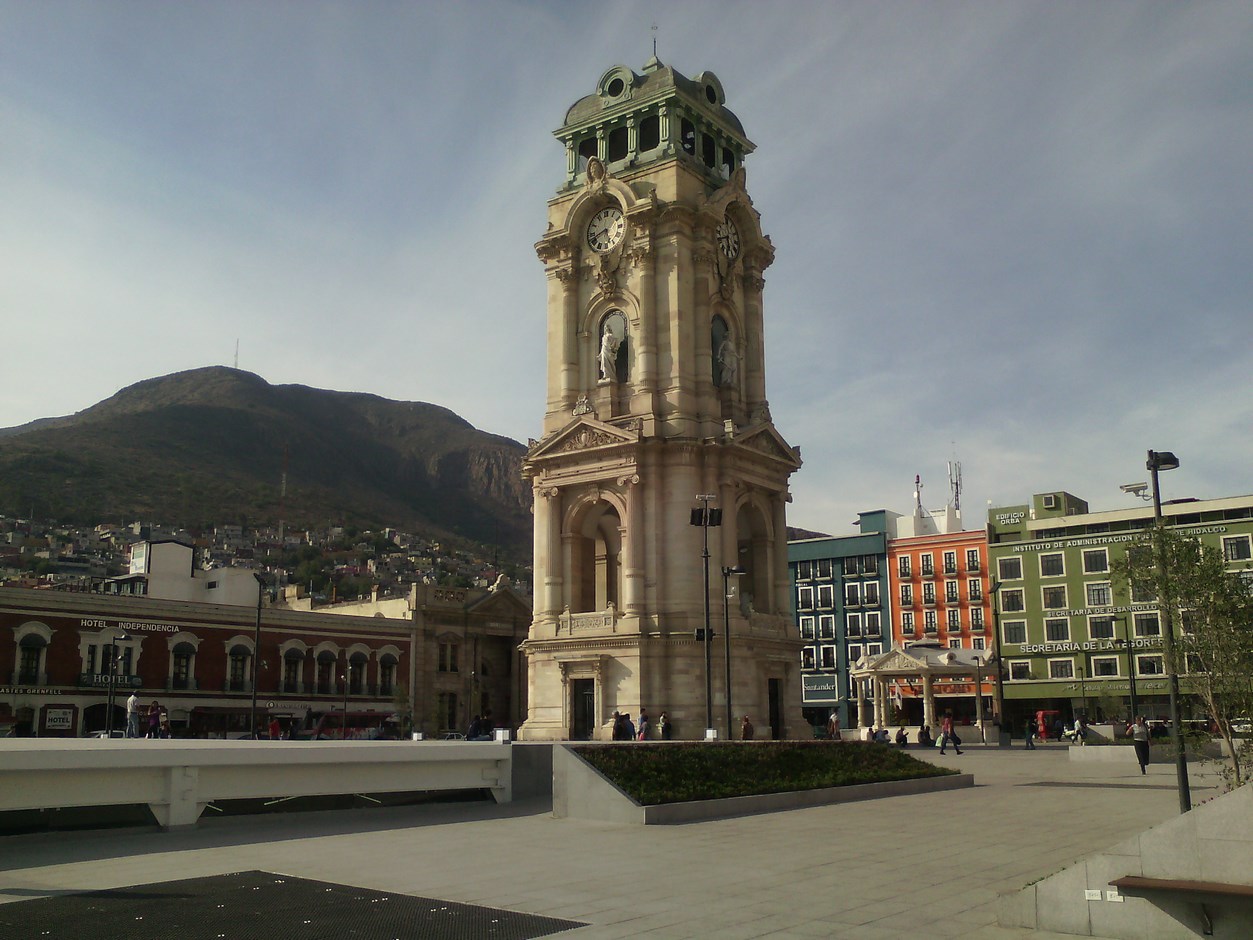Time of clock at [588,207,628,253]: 5:41
